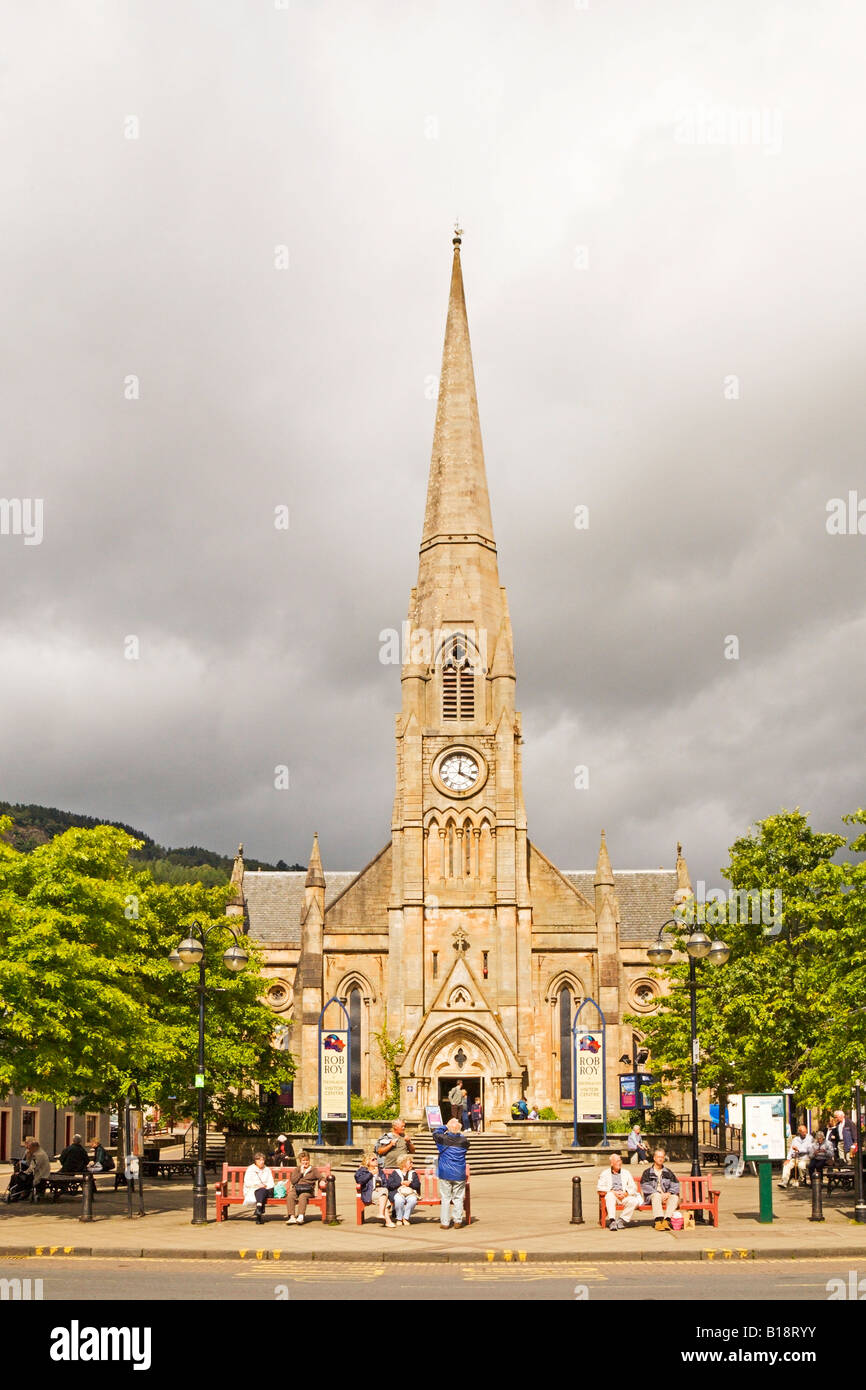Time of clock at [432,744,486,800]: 4:01
